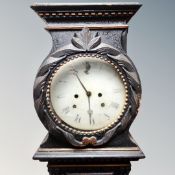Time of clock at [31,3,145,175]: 5:55
